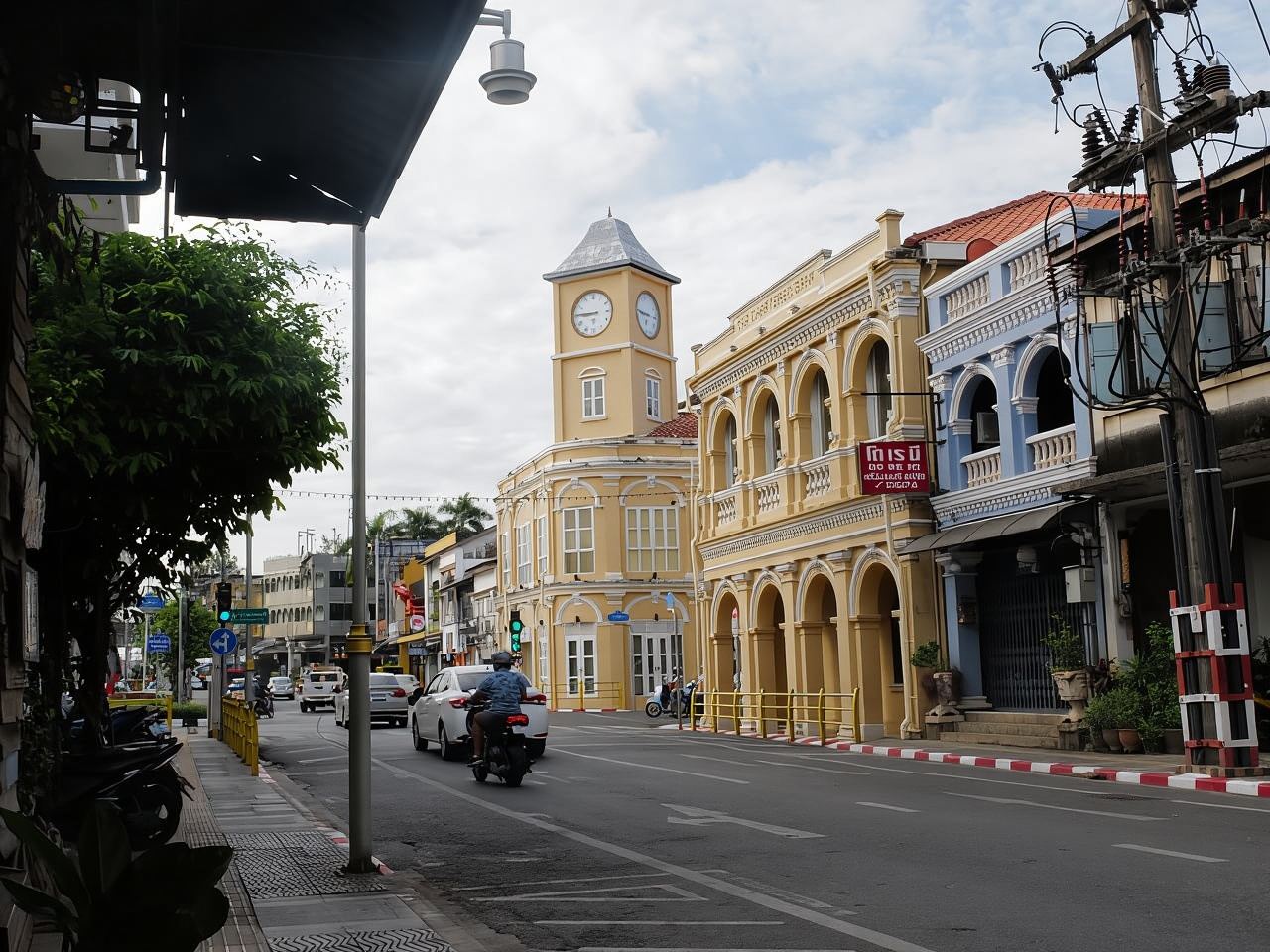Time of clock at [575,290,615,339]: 8:45
